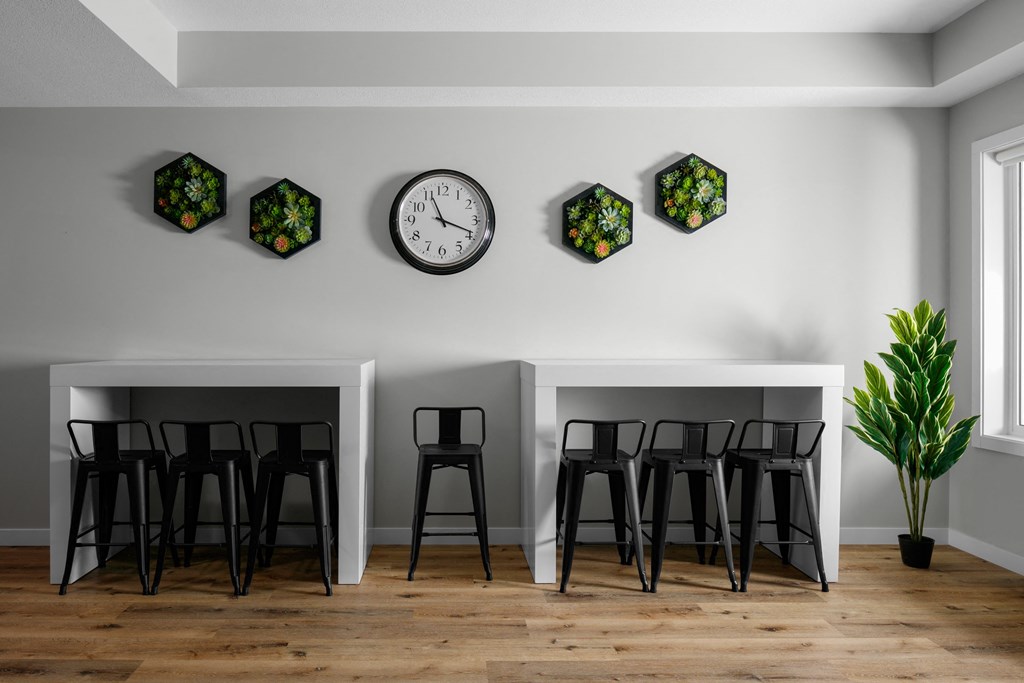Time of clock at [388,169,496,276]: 11:18
